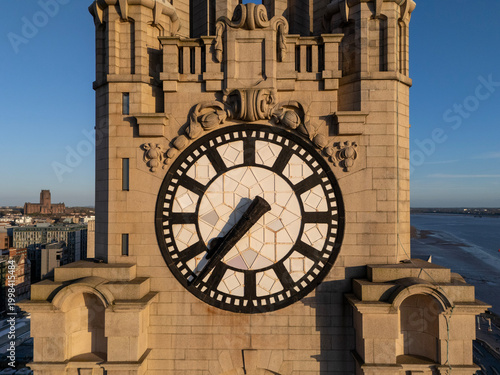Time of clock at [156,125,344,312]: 7:36
